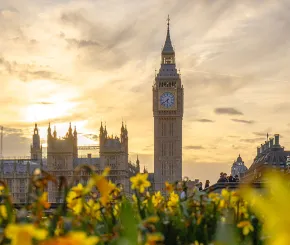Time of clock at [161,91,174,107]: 5:38
